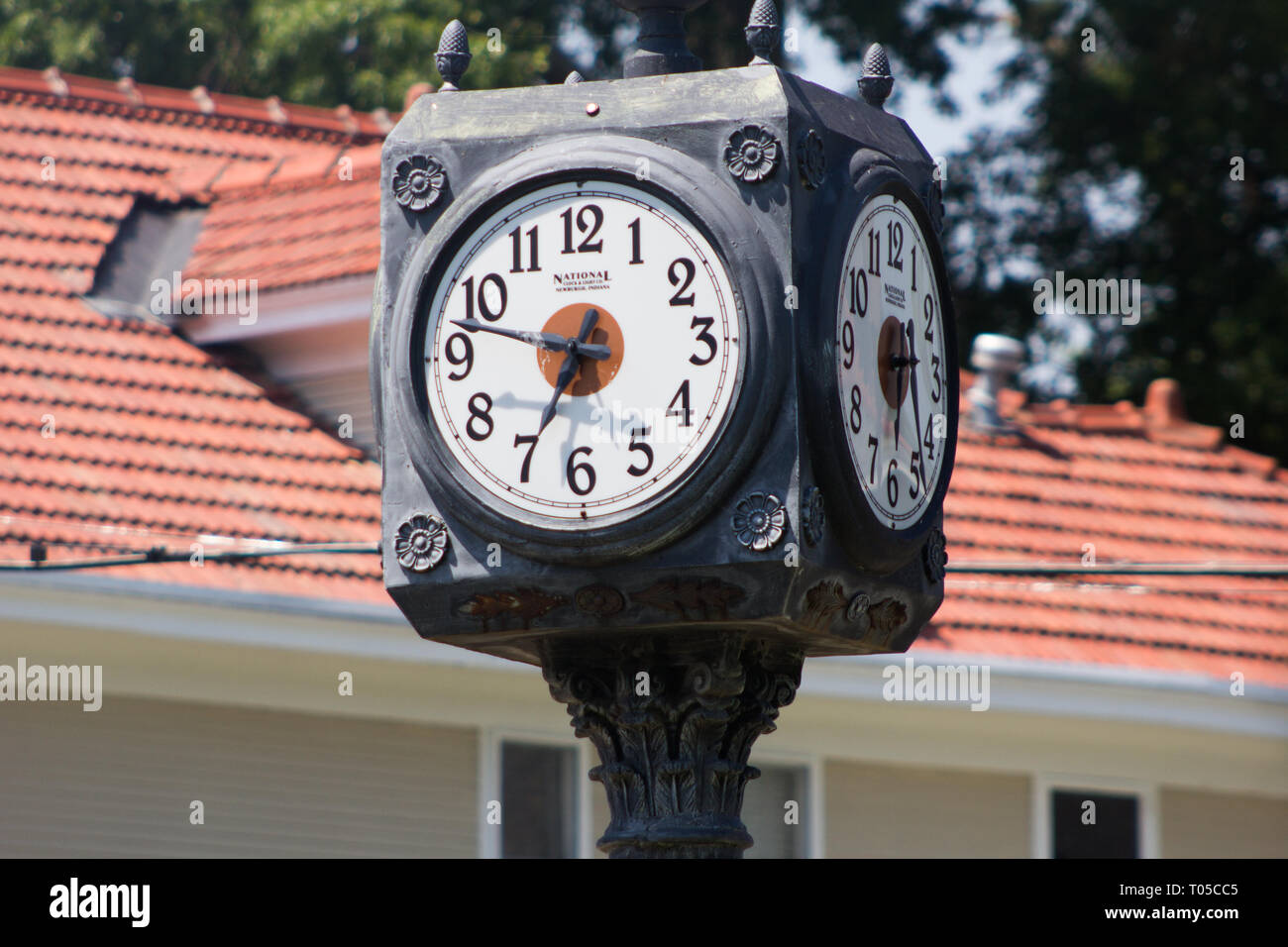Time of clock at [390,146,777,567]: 6:47
